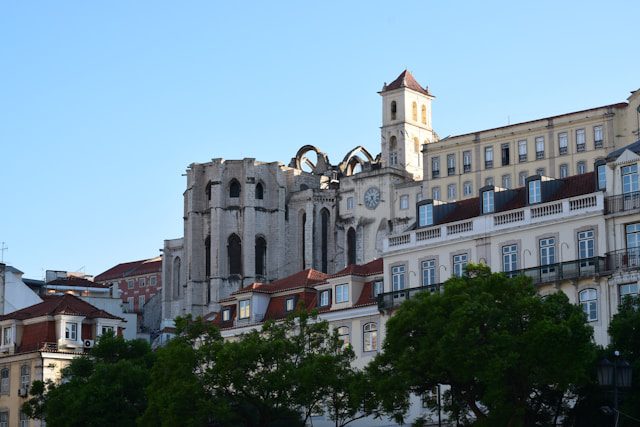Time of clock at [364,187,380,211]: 7:25
